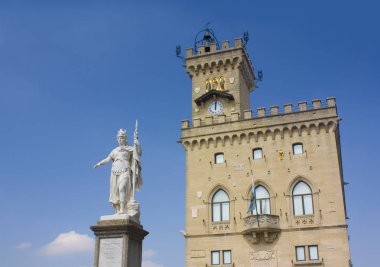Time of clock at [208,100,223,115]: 12:01
